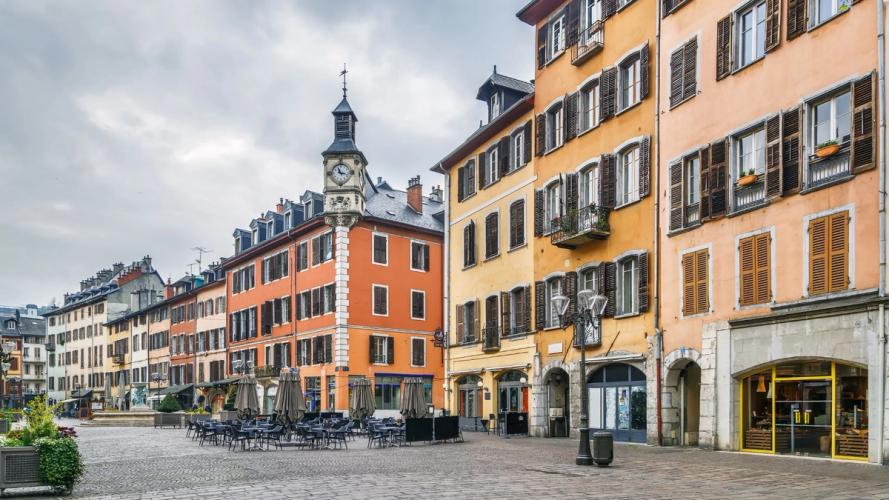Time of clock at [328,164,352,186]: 11:17
